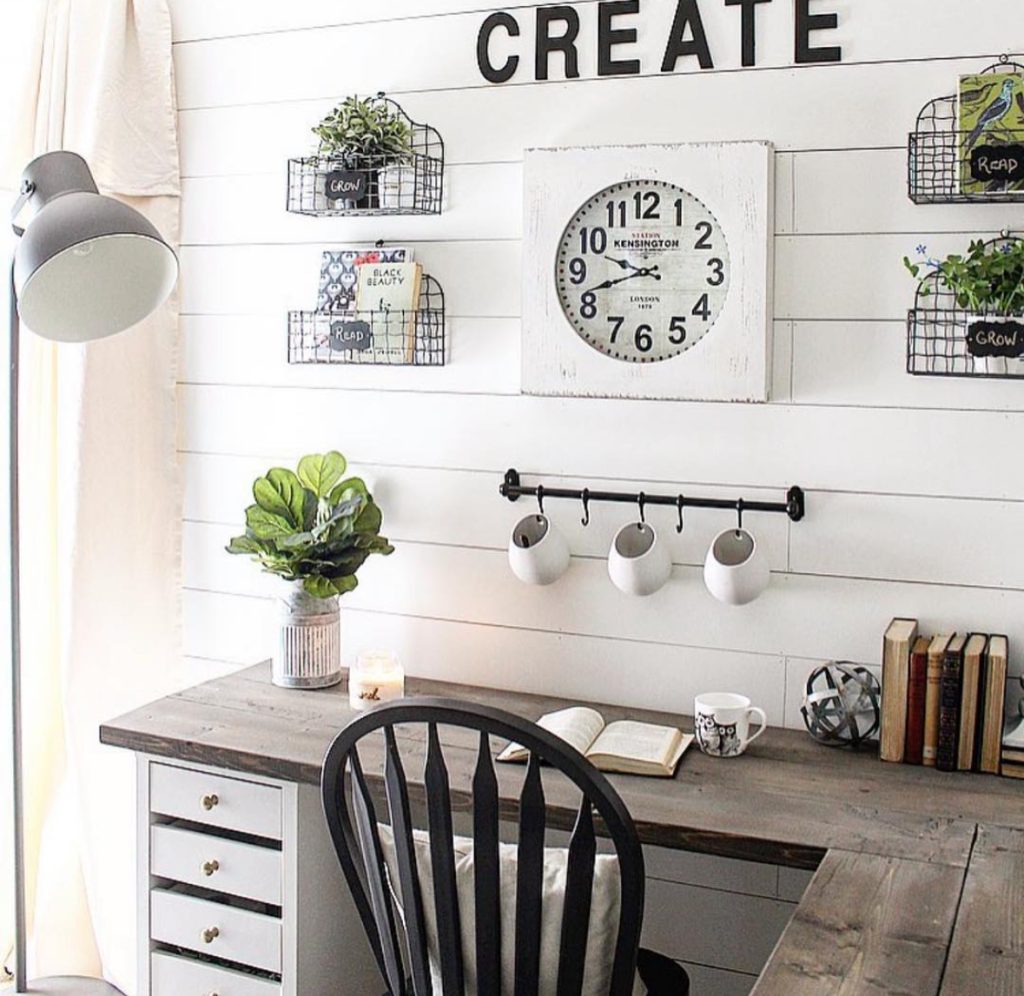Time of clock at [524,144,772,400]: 9:42
